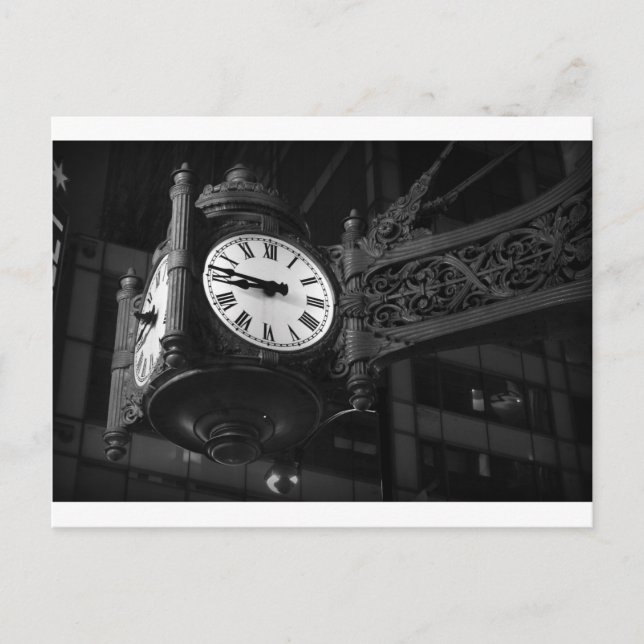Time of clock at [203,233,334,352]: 8:46
